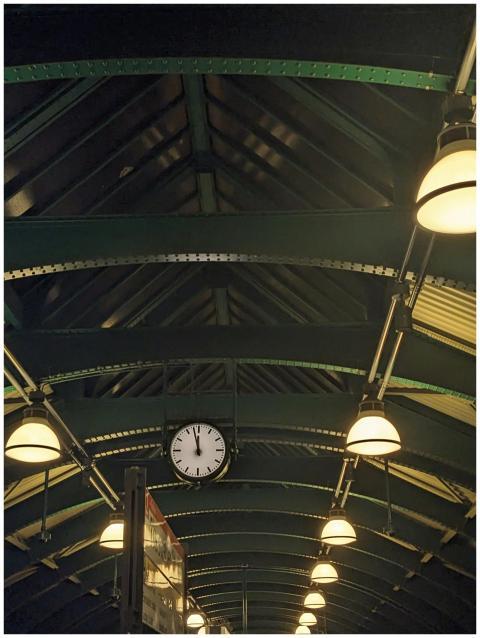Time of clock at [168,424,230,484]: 11:57
